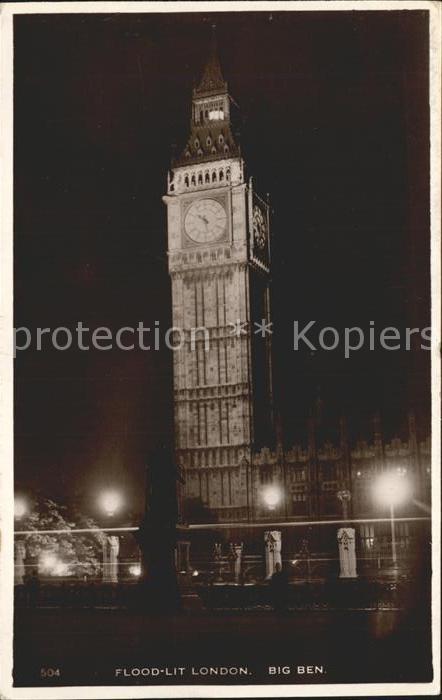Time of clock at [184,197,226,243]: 10:28
